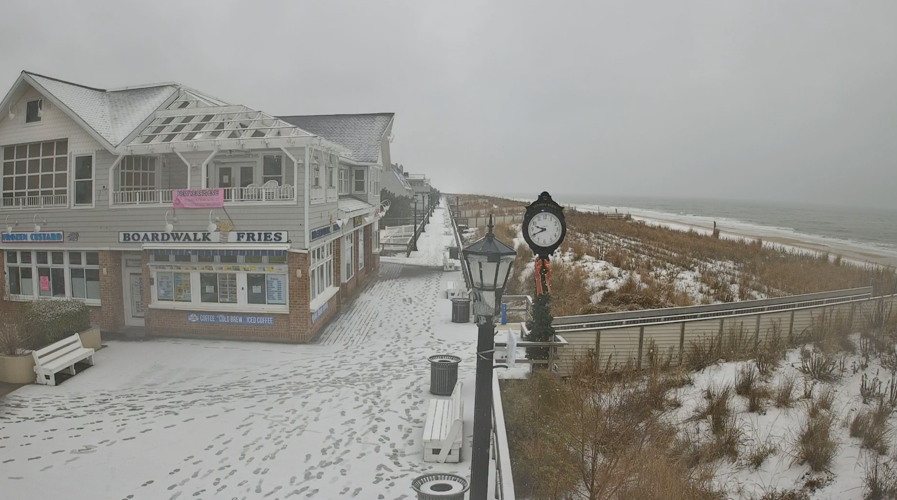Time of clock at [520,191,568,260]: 9:41
